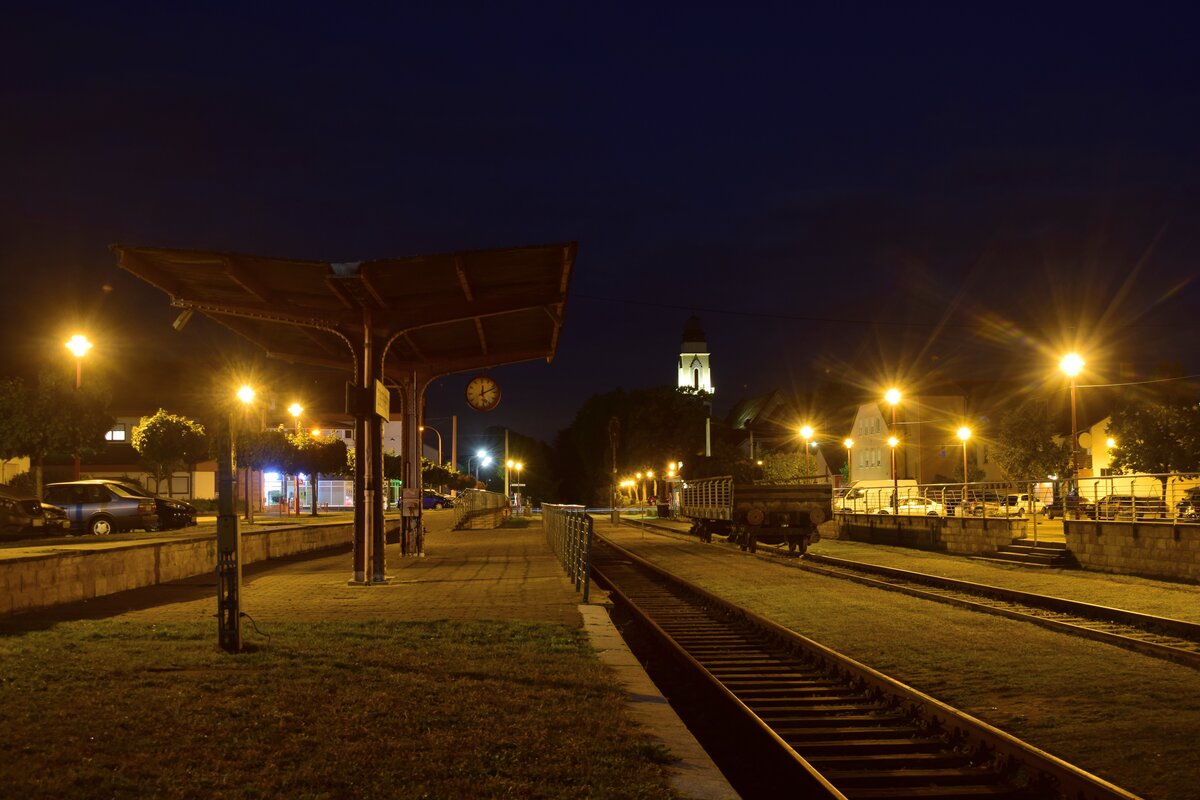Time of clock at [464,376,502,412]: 12:11
